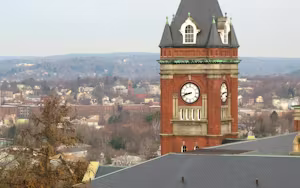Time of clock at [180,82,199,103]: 8:42
